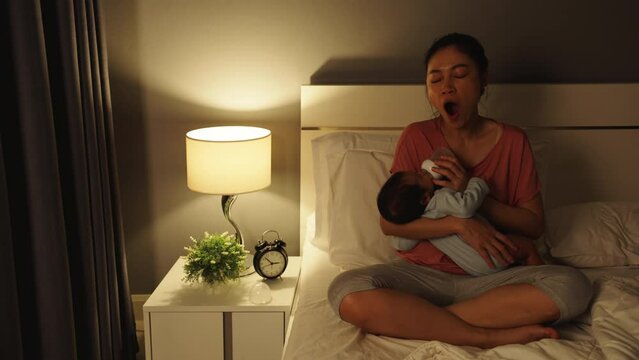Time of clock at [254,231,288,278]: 2:52
